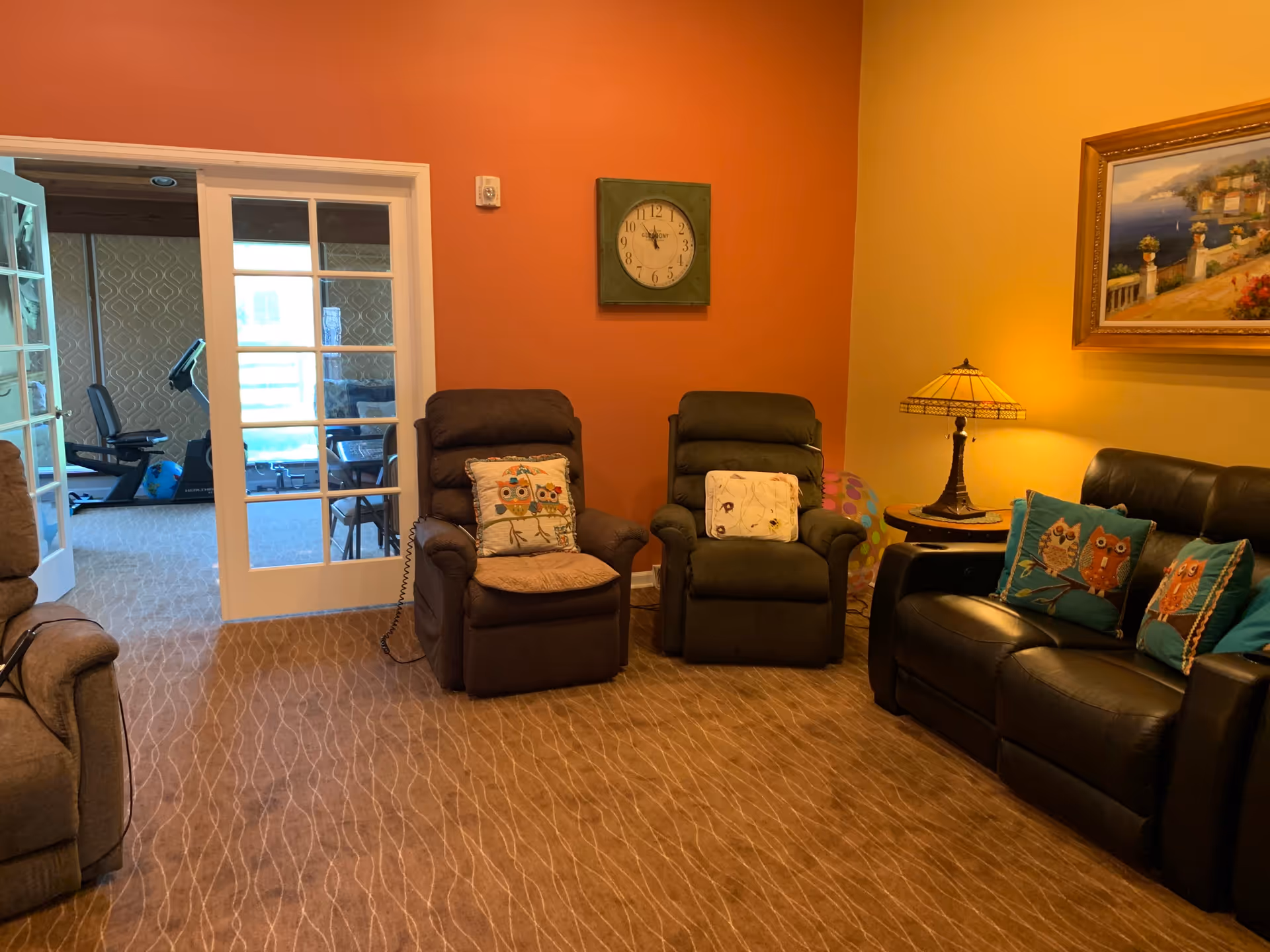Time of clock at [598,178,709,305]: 11:53
